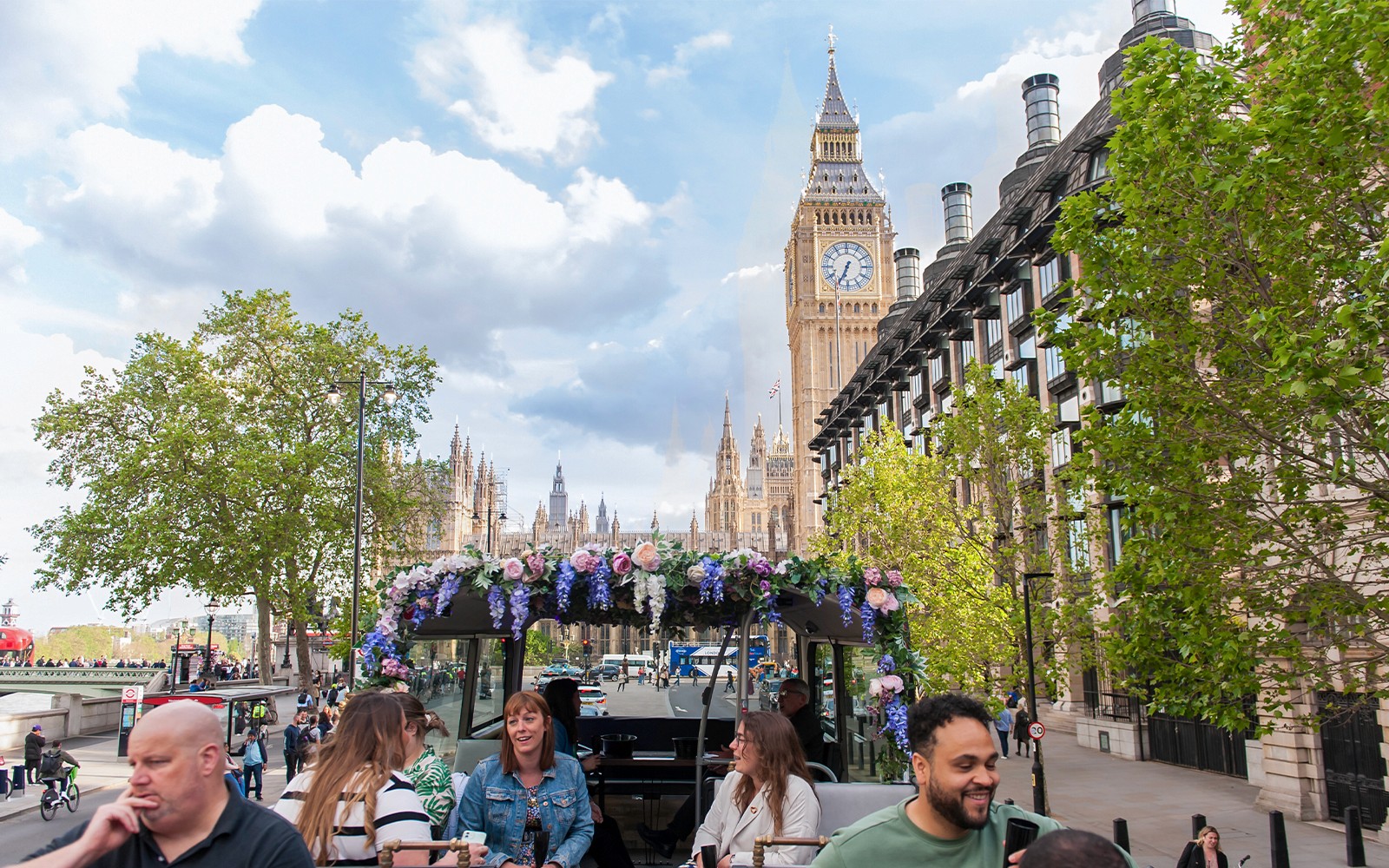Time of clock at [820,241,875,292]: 6:34
